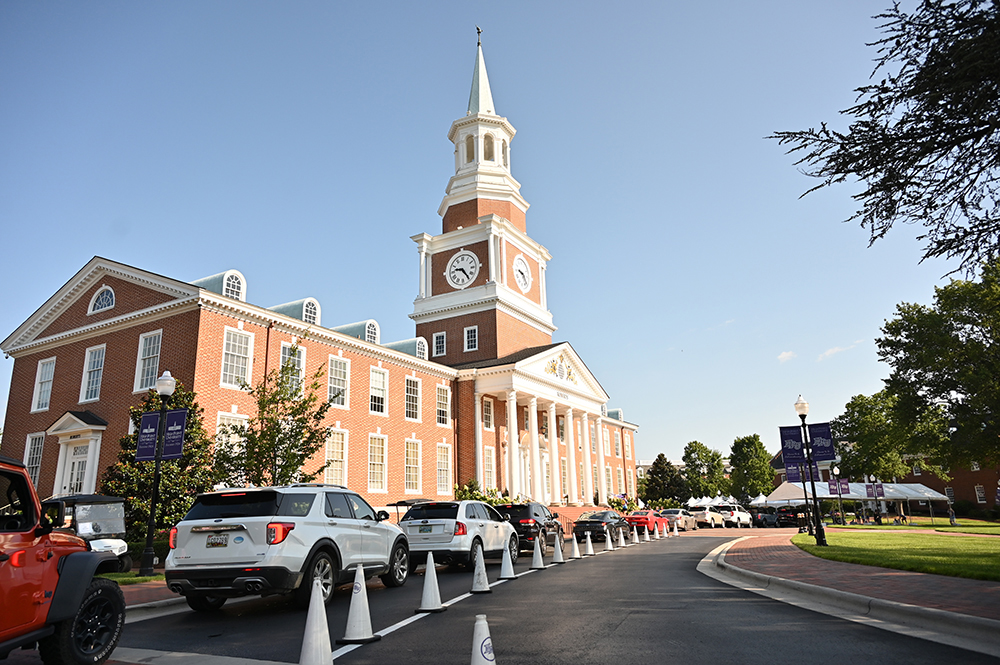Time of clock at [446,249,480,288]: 9:24
